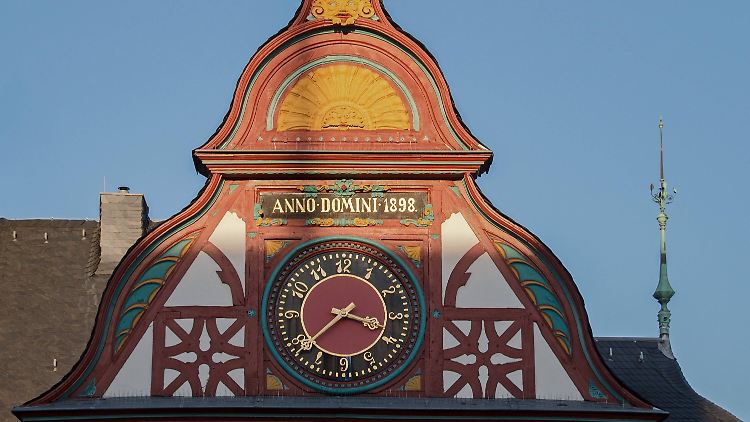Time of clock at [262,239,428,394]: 3:38
